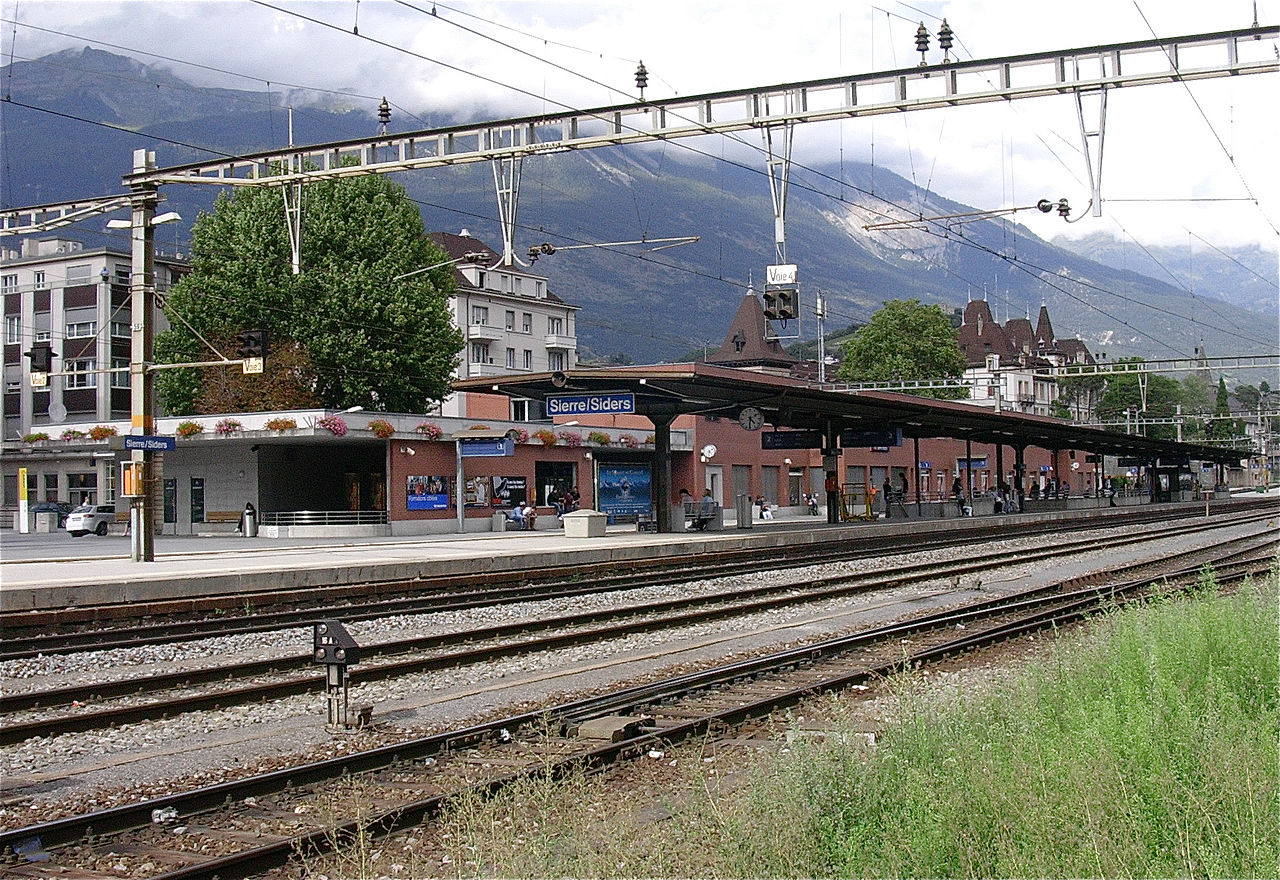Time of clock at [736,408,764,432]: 4:31
